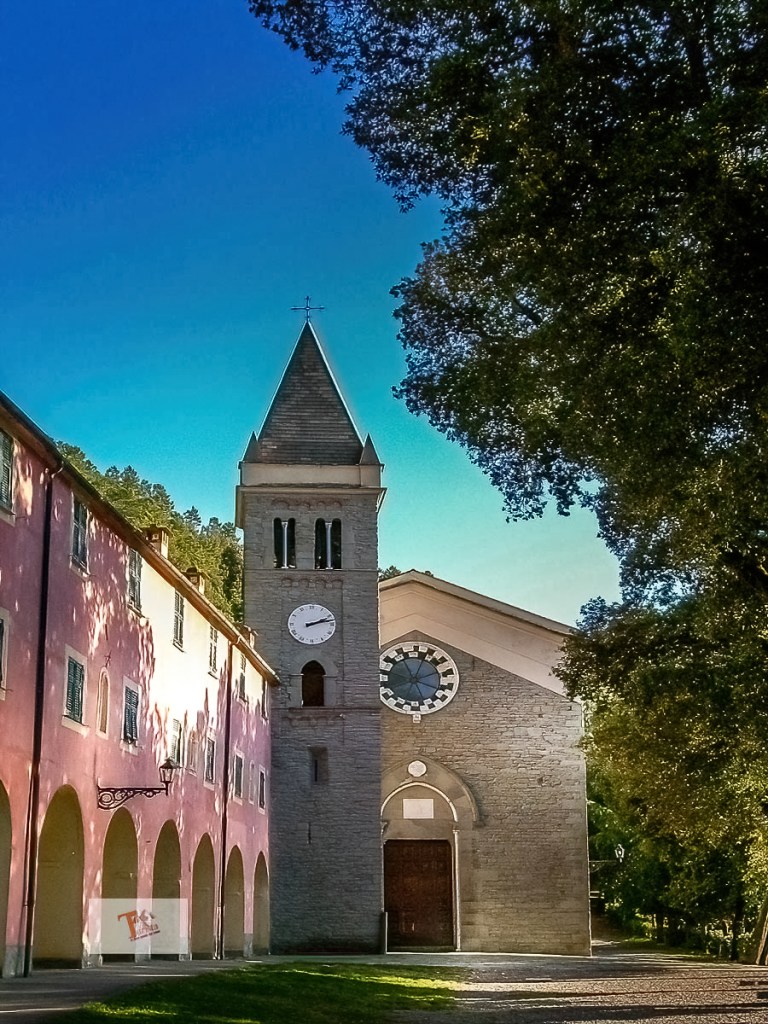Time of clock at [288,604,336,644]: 2:12
